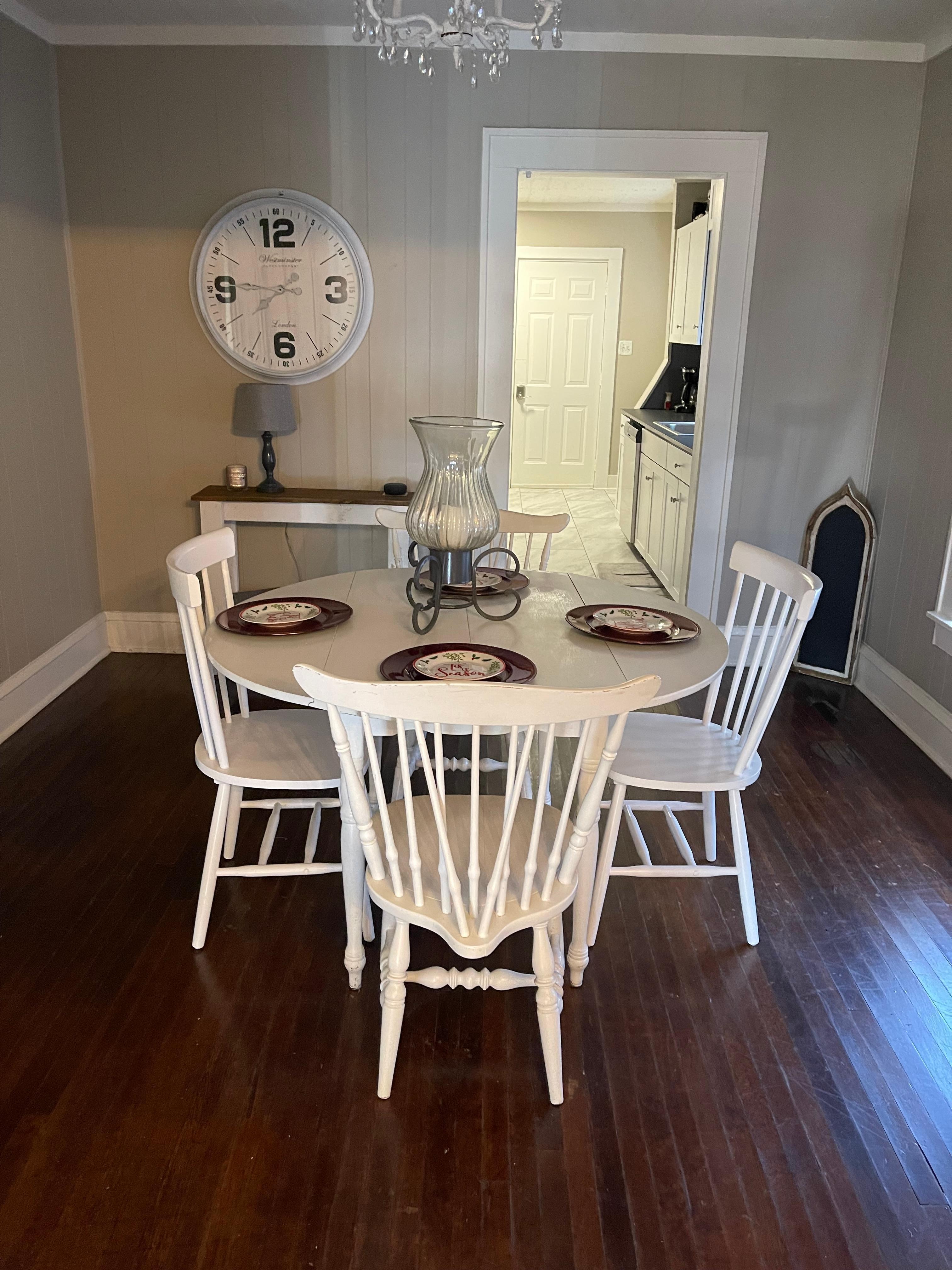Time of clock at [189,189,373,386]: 7:45
